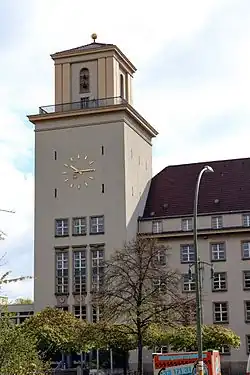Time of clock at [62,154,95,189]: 10:14
